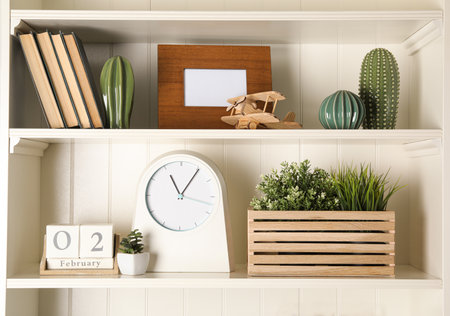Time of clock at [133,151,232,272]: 11:05
